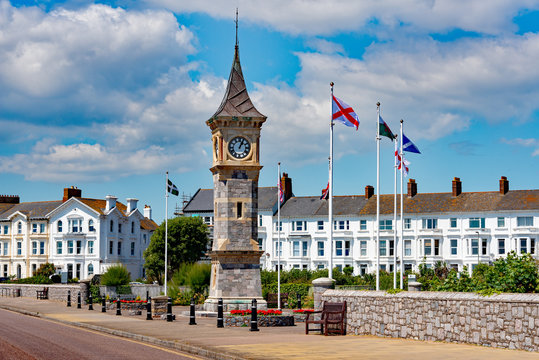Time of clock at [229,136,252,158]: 1:03
